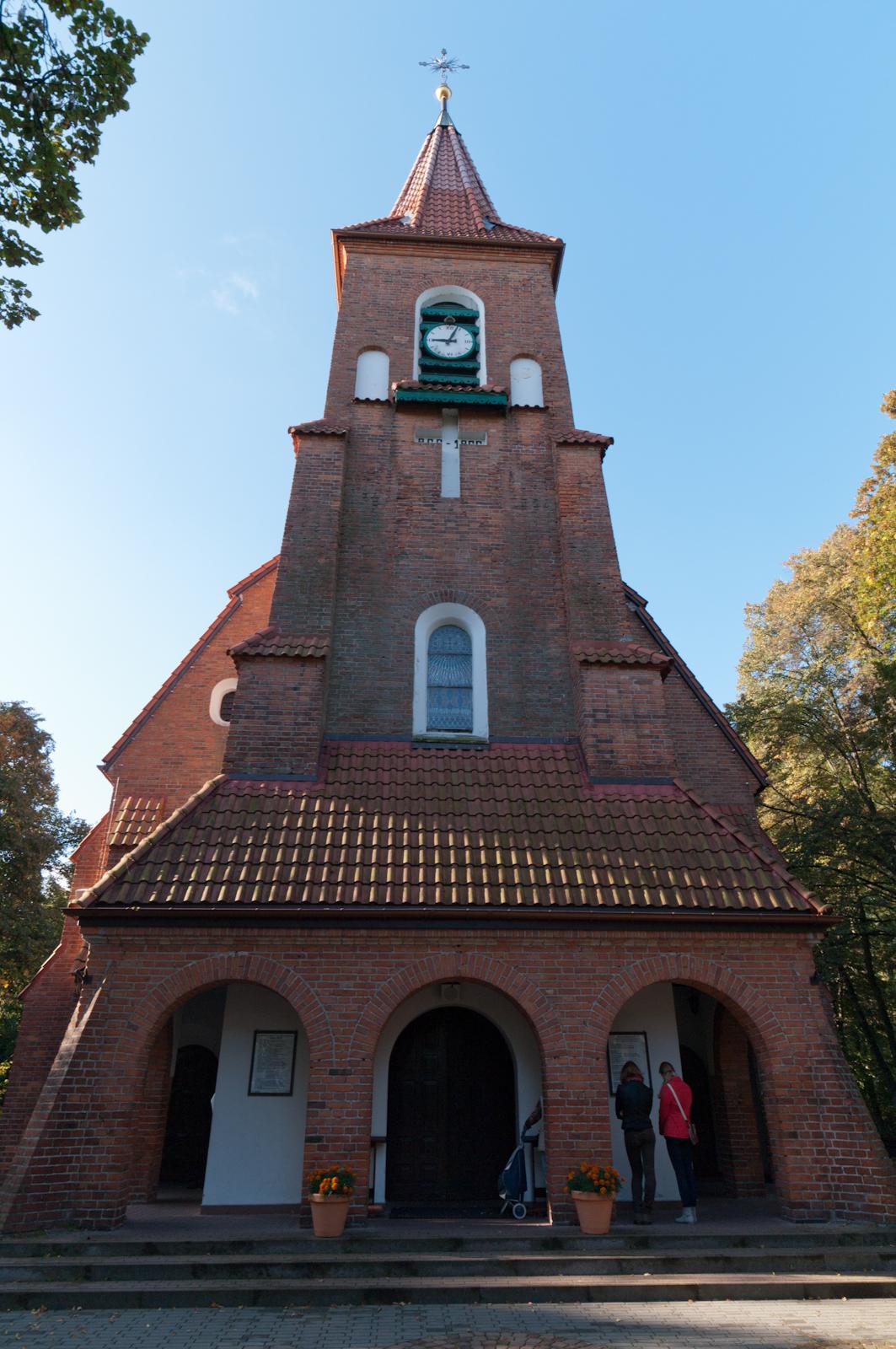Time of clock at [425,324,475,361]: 9:03
